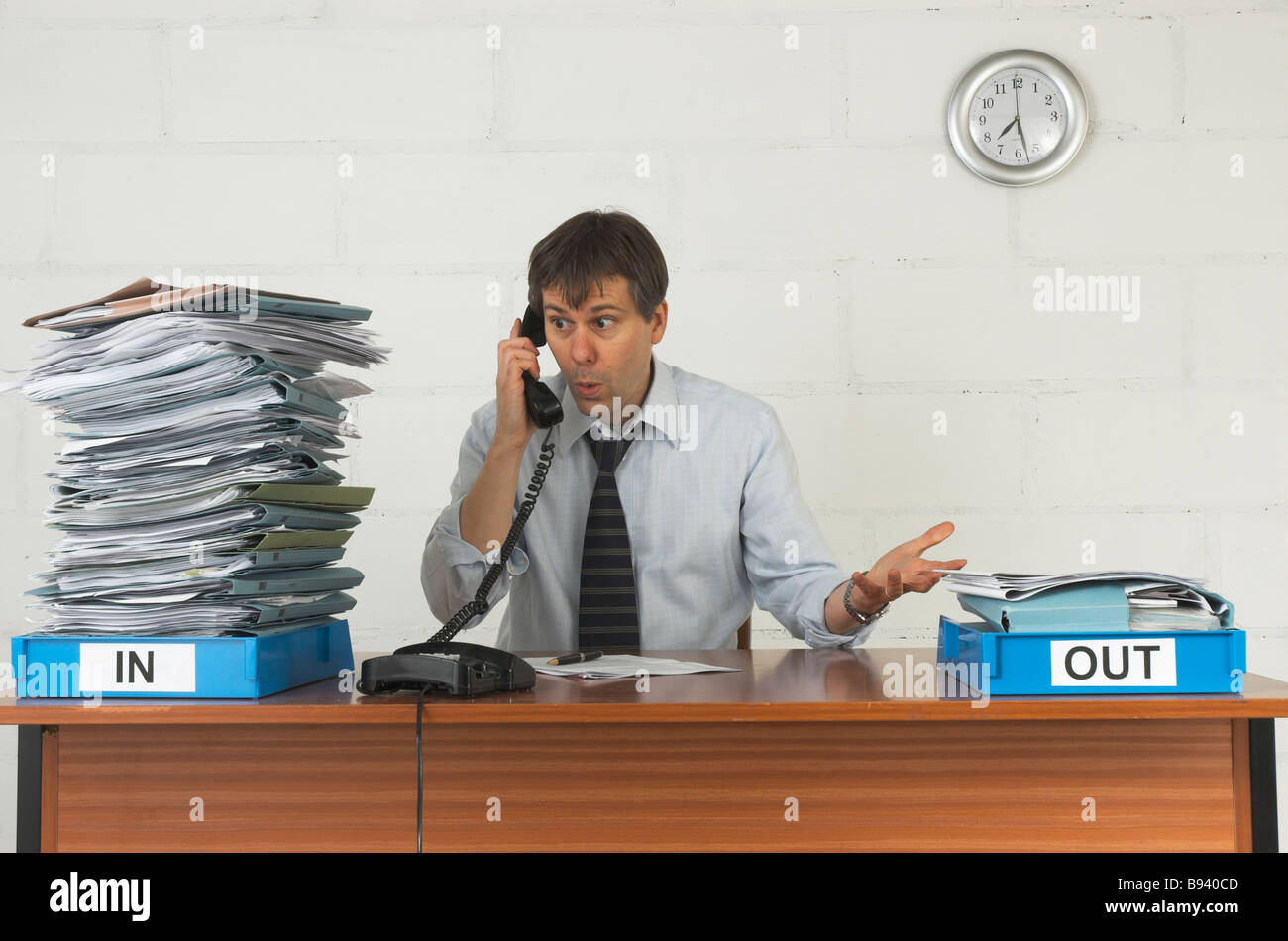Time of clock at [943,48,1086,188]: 7:27
